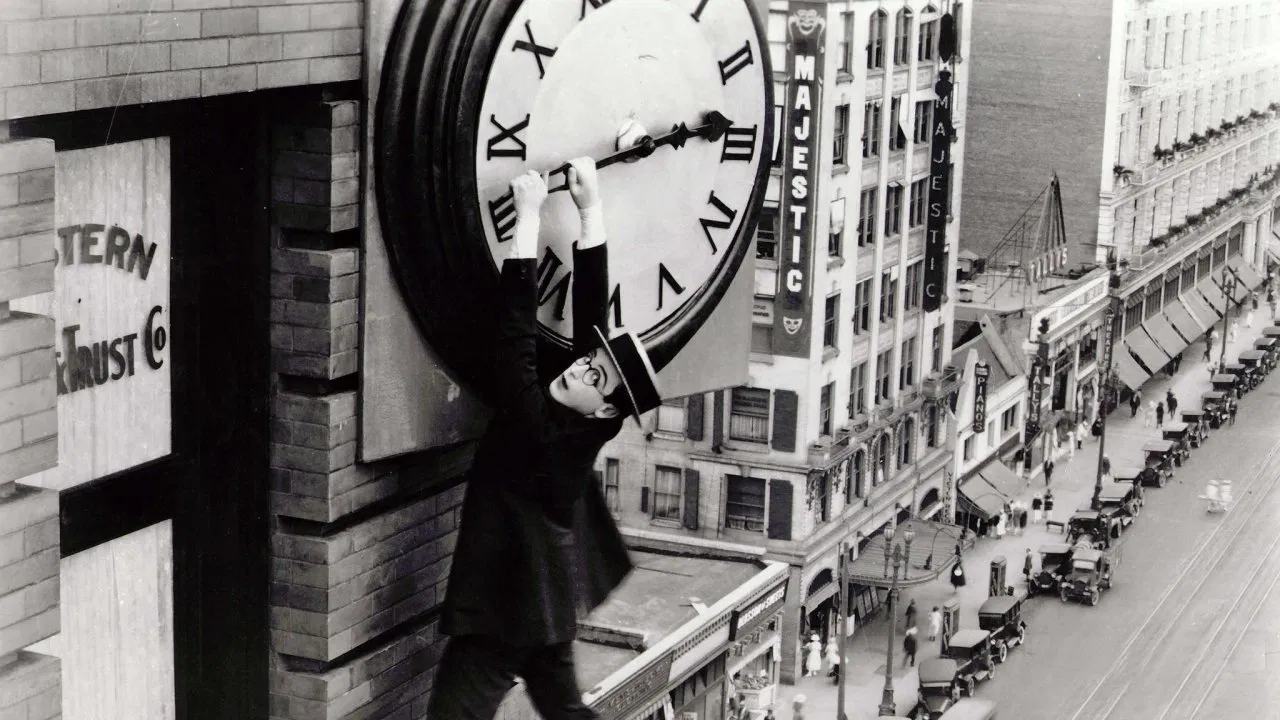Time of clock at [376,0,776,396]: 2:13
